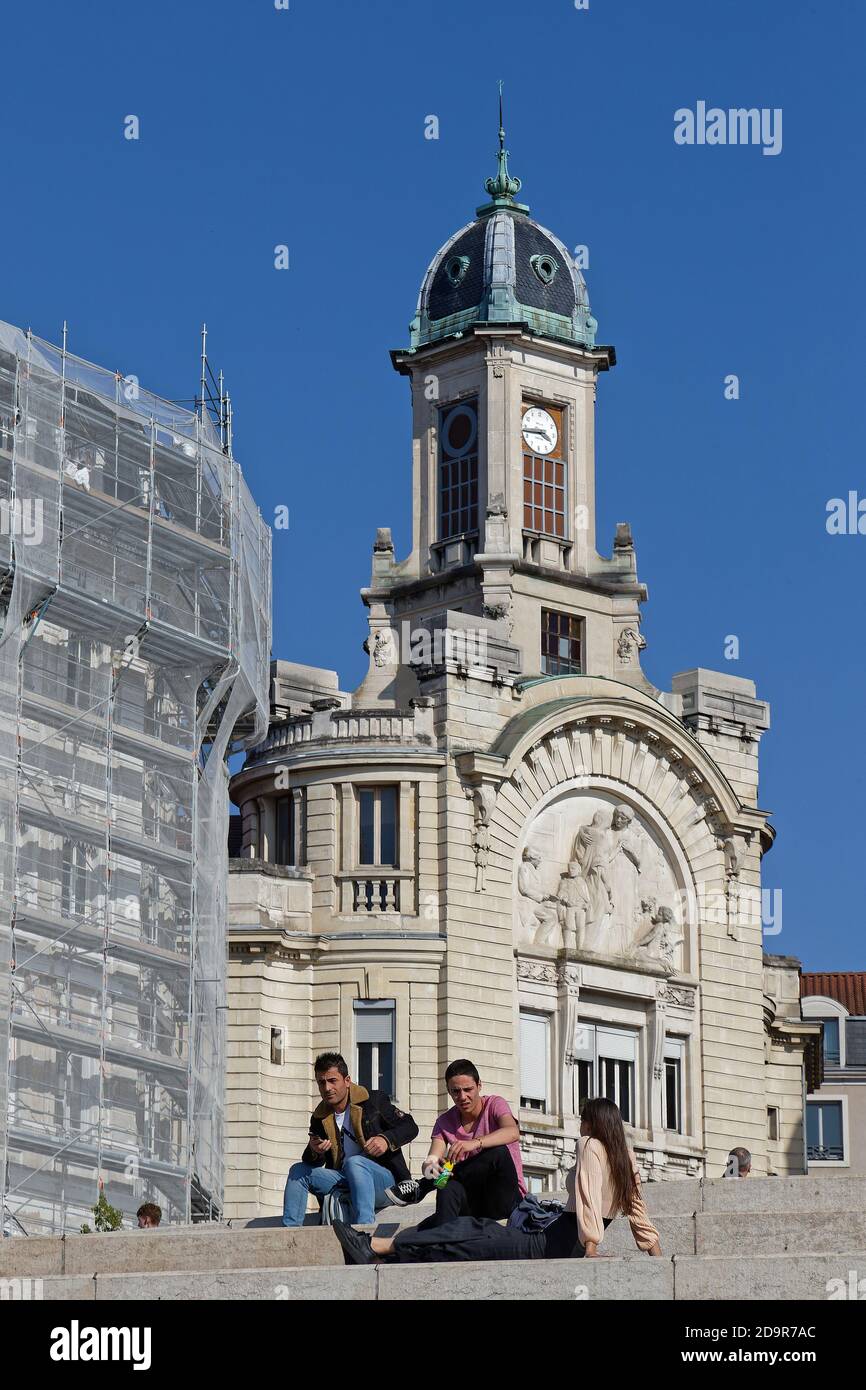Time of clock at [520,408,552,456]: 3:43
